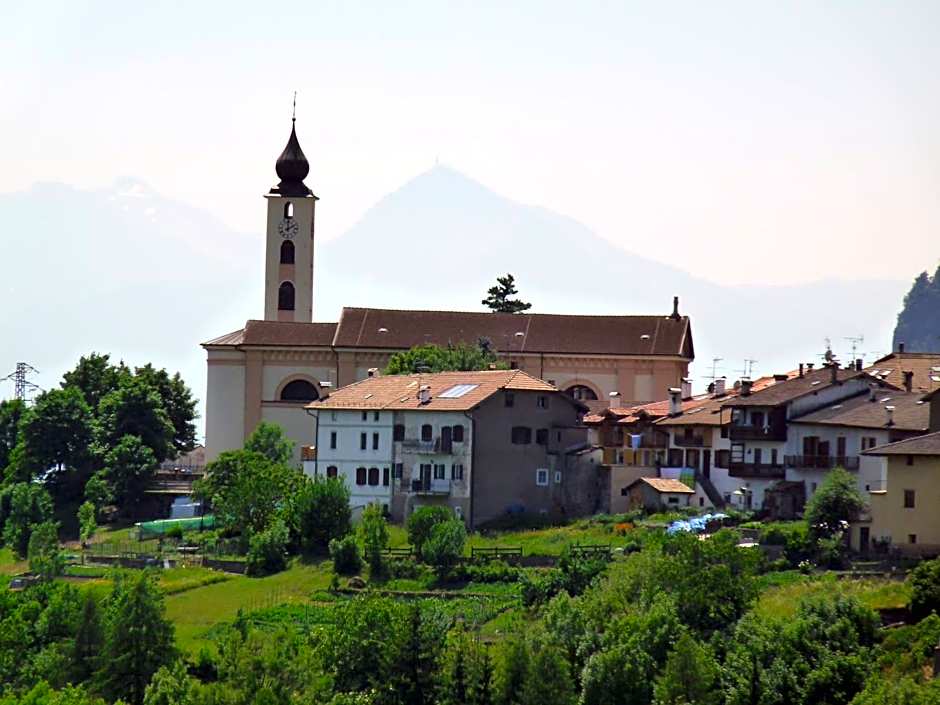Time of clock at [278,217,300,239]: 1:59
